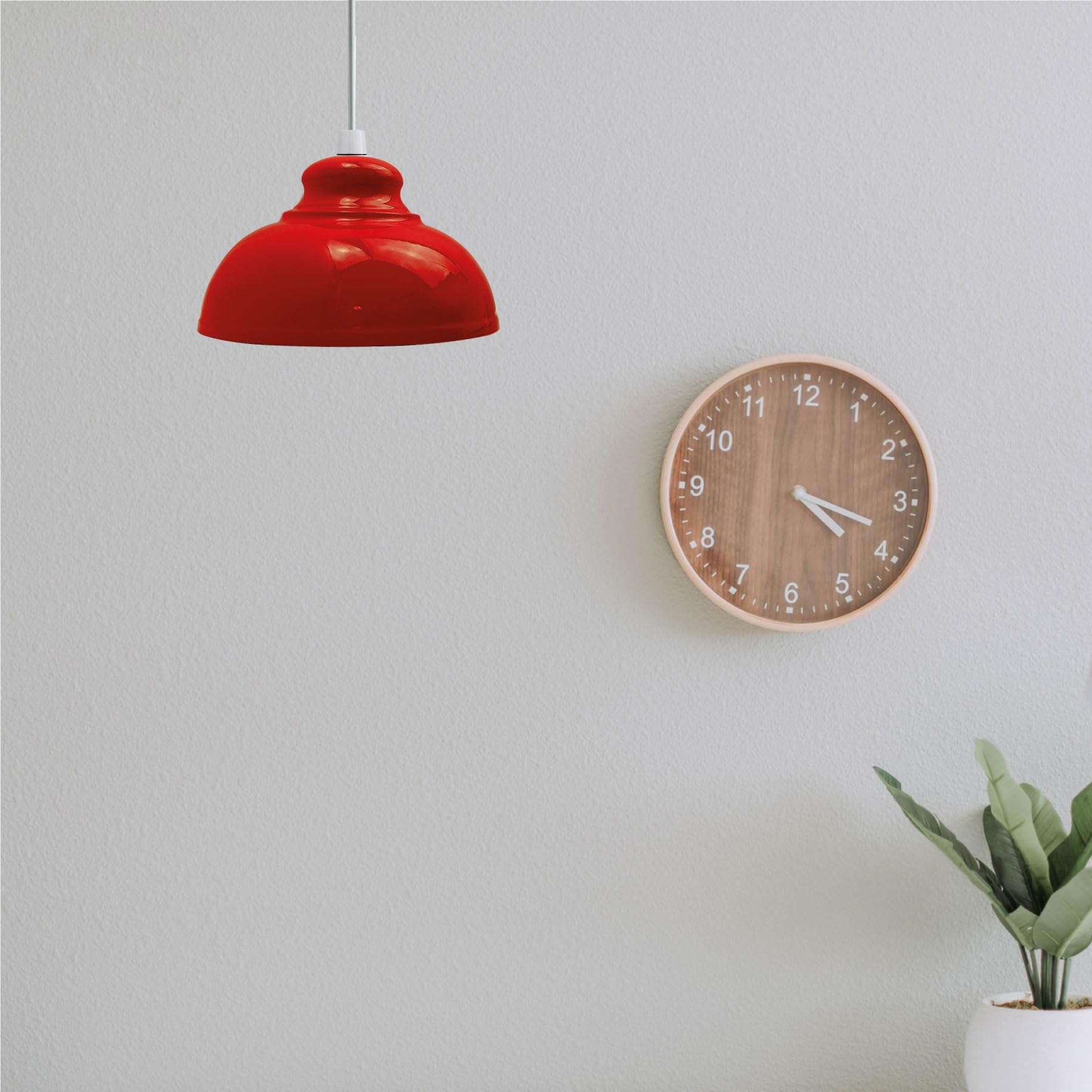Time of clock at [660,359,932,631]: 4:18
